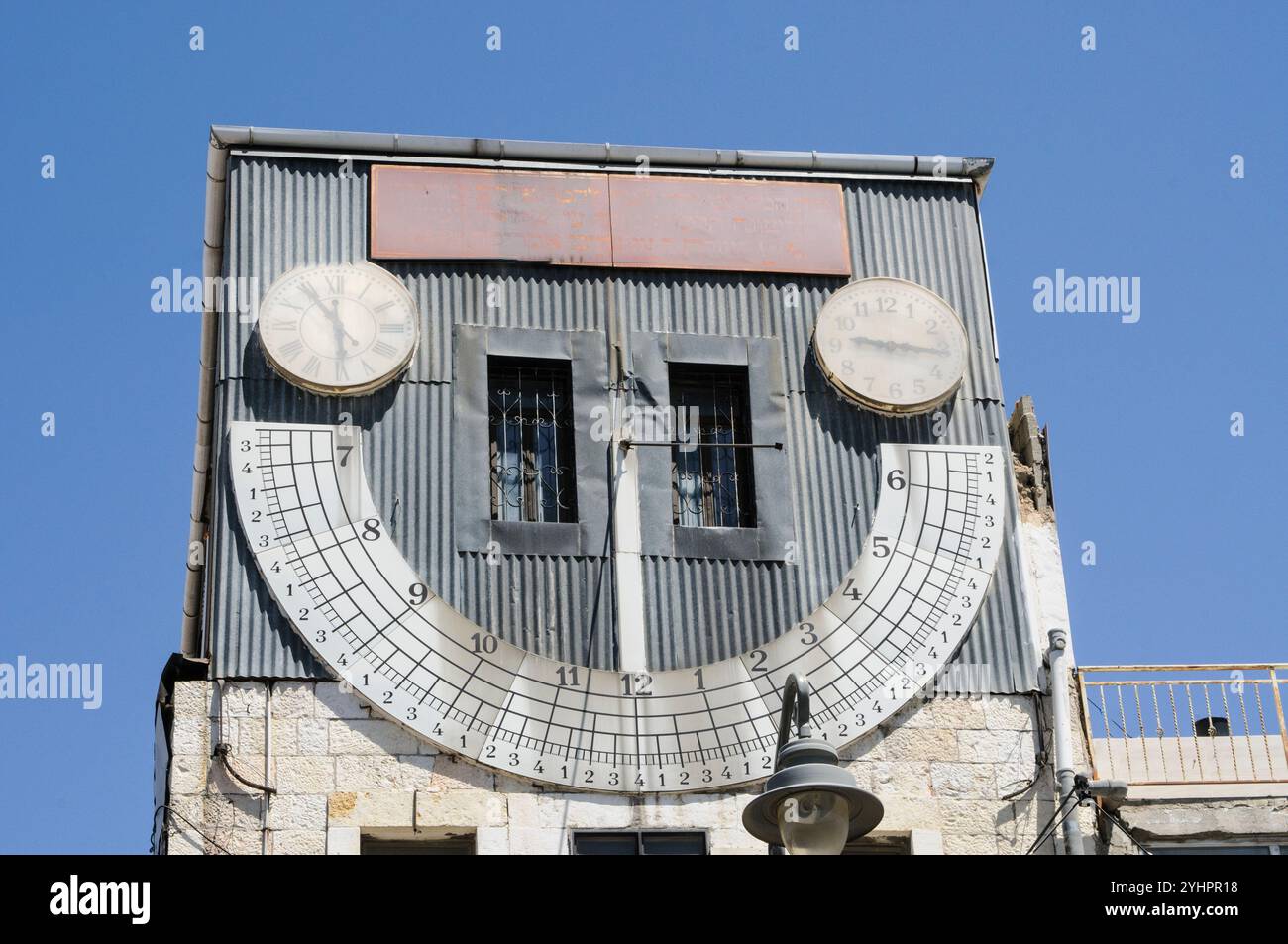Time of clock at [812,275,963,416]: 9:16
